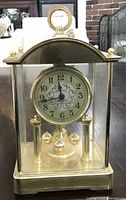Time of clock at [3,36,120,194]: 11:44
